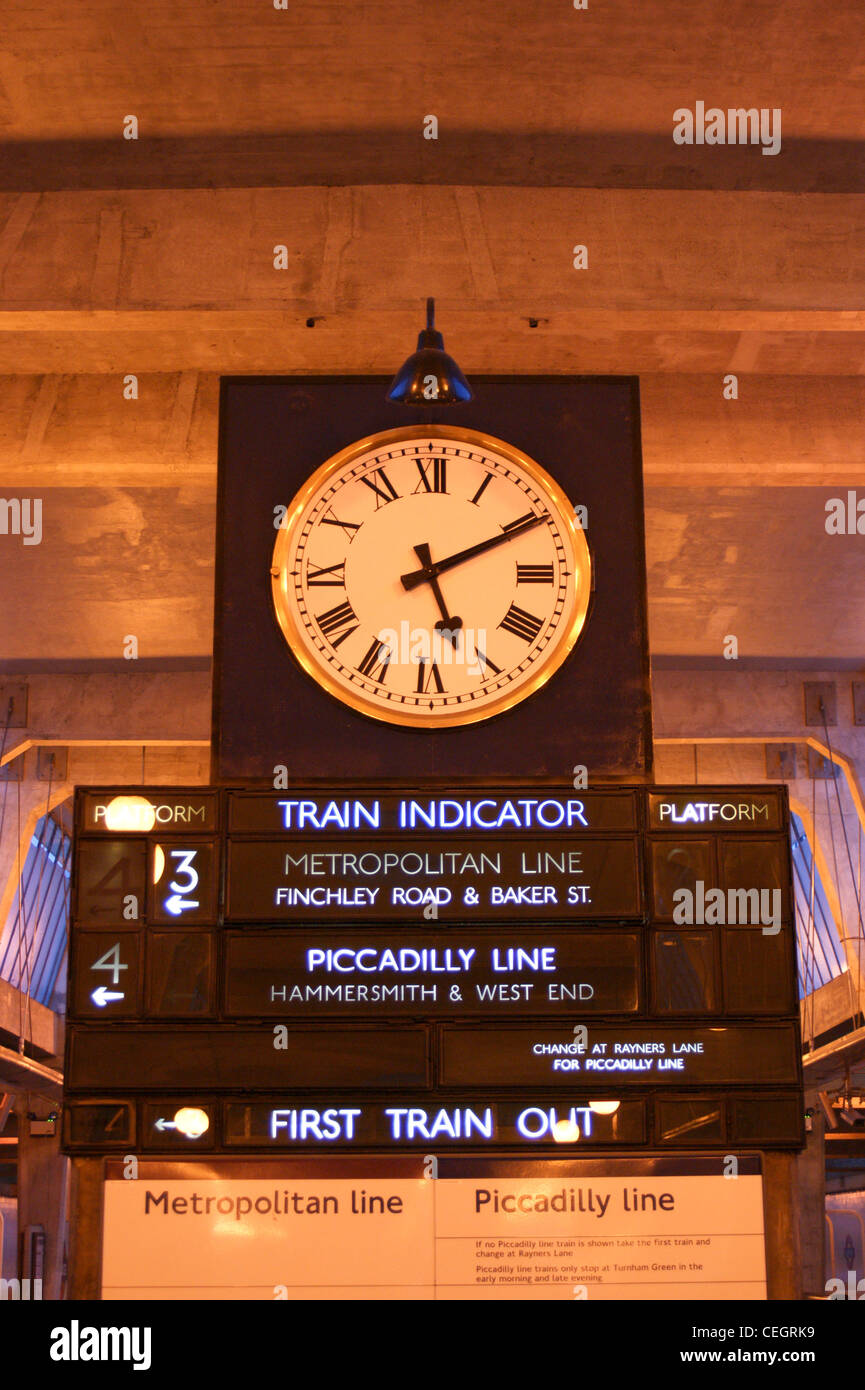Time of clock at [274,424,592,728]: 5:10
